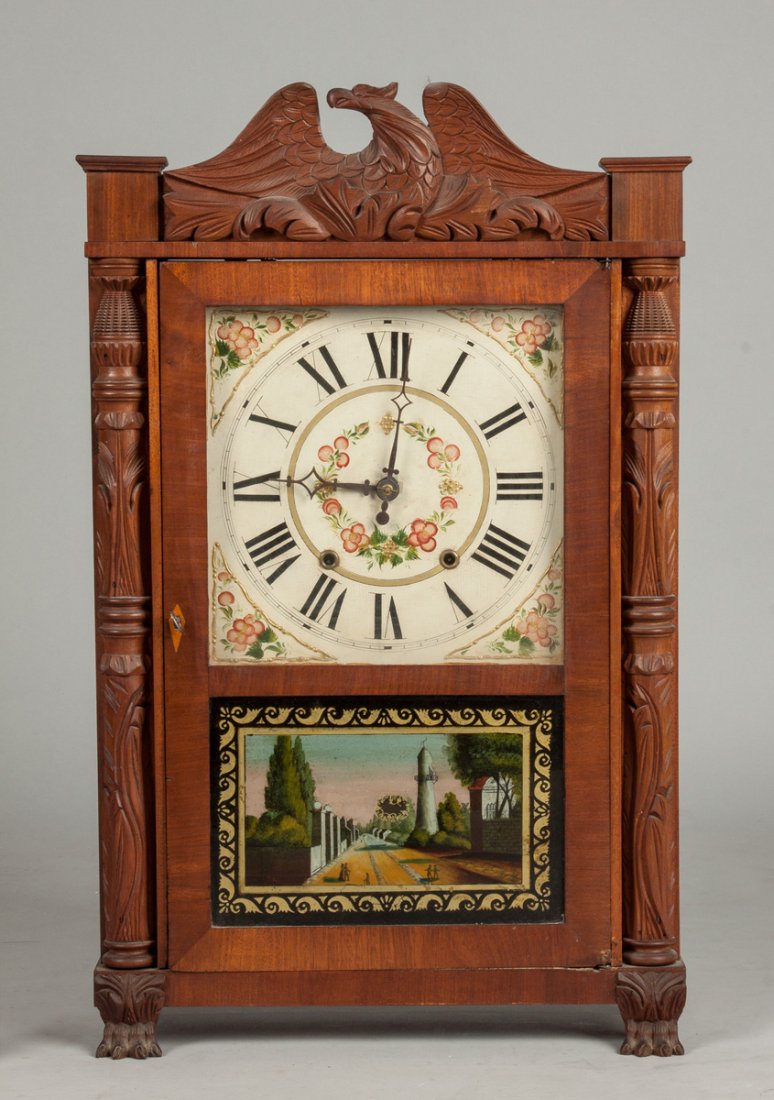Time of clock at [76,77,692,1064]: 9:01
